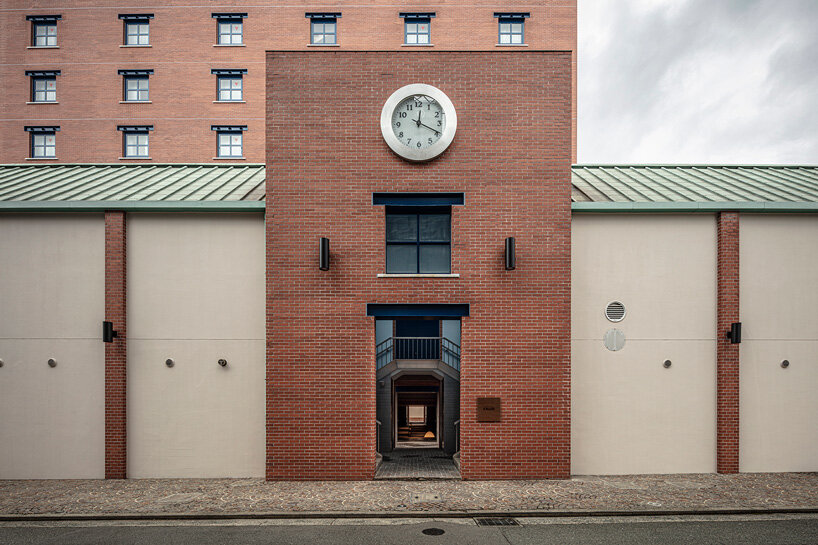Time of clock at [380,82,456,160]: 12:19
